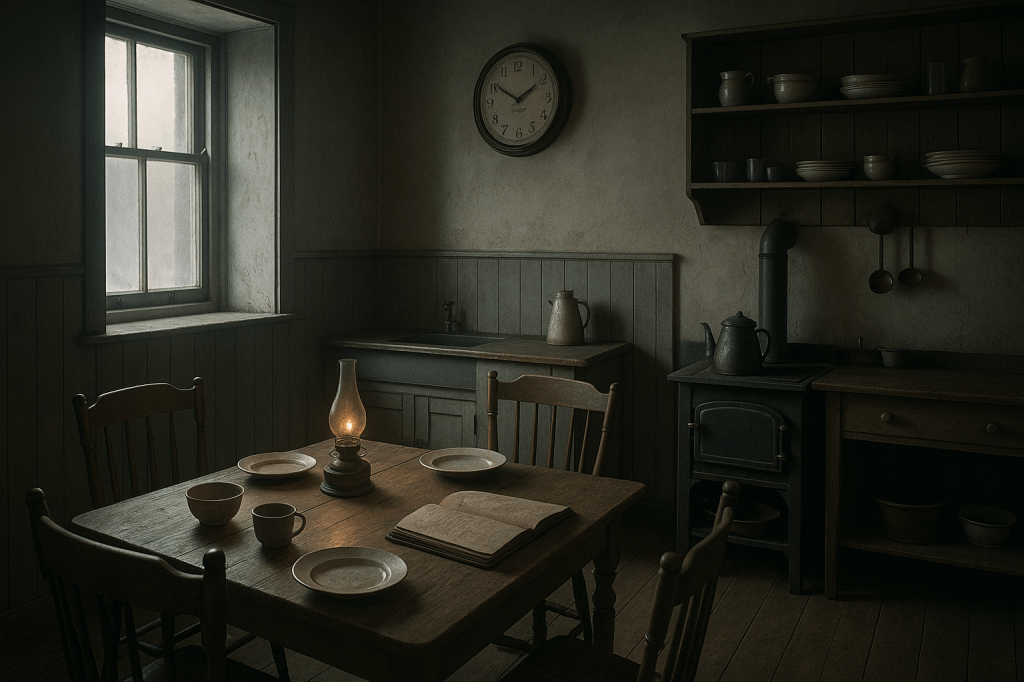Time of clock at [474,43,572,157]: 1:50
